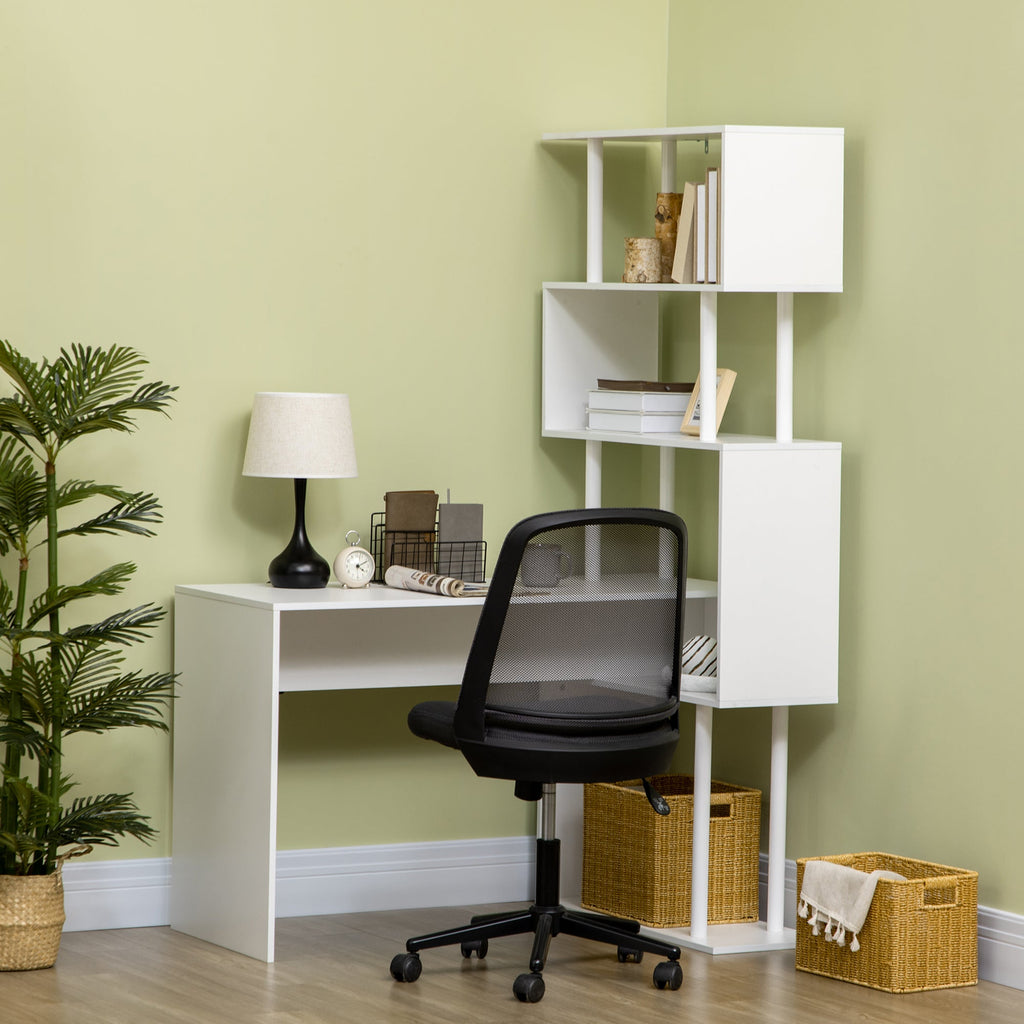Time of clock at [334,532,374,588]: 4:10
